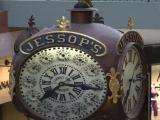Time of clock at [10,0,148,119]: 7:16
